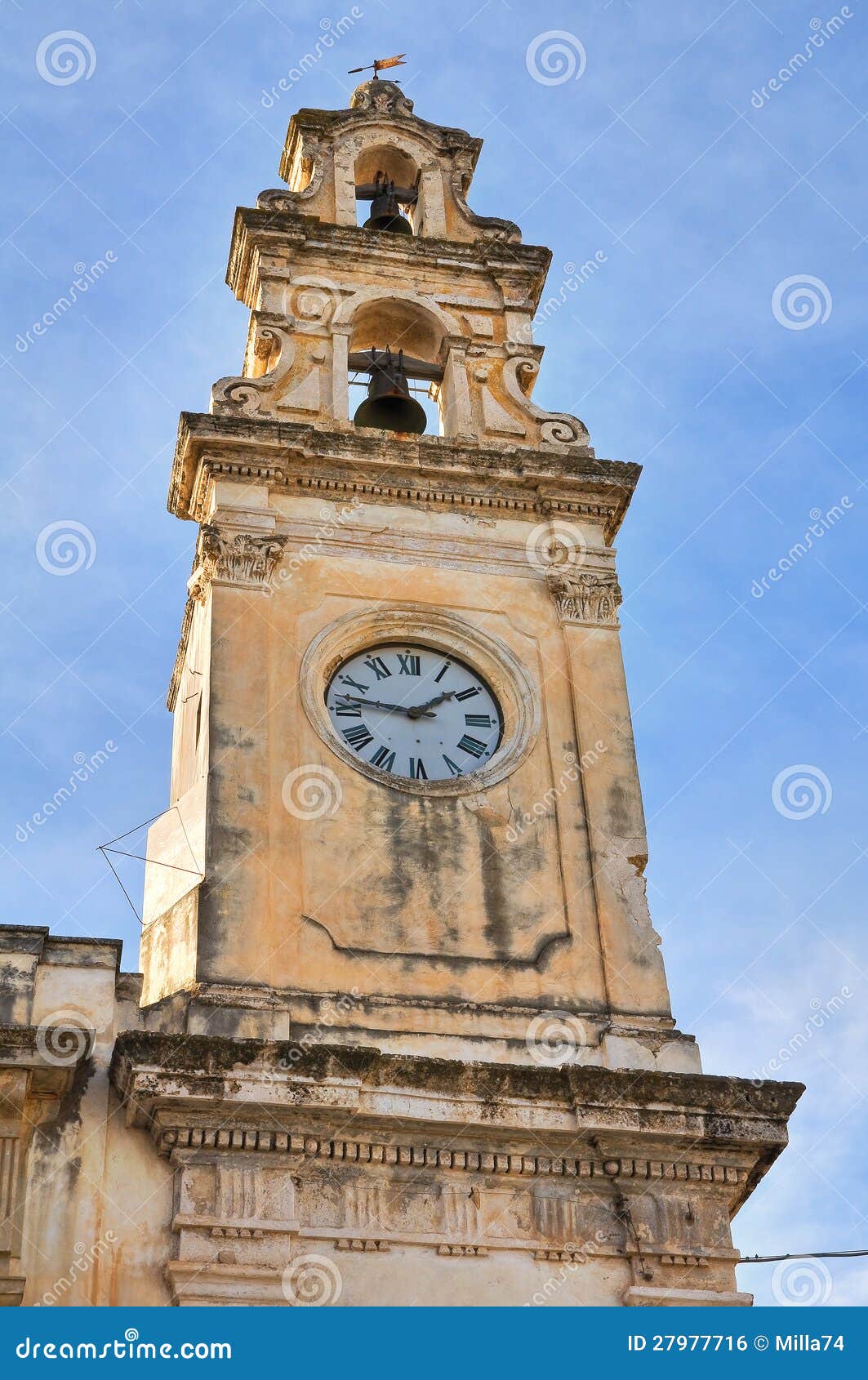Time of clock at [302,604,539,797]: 1:46
